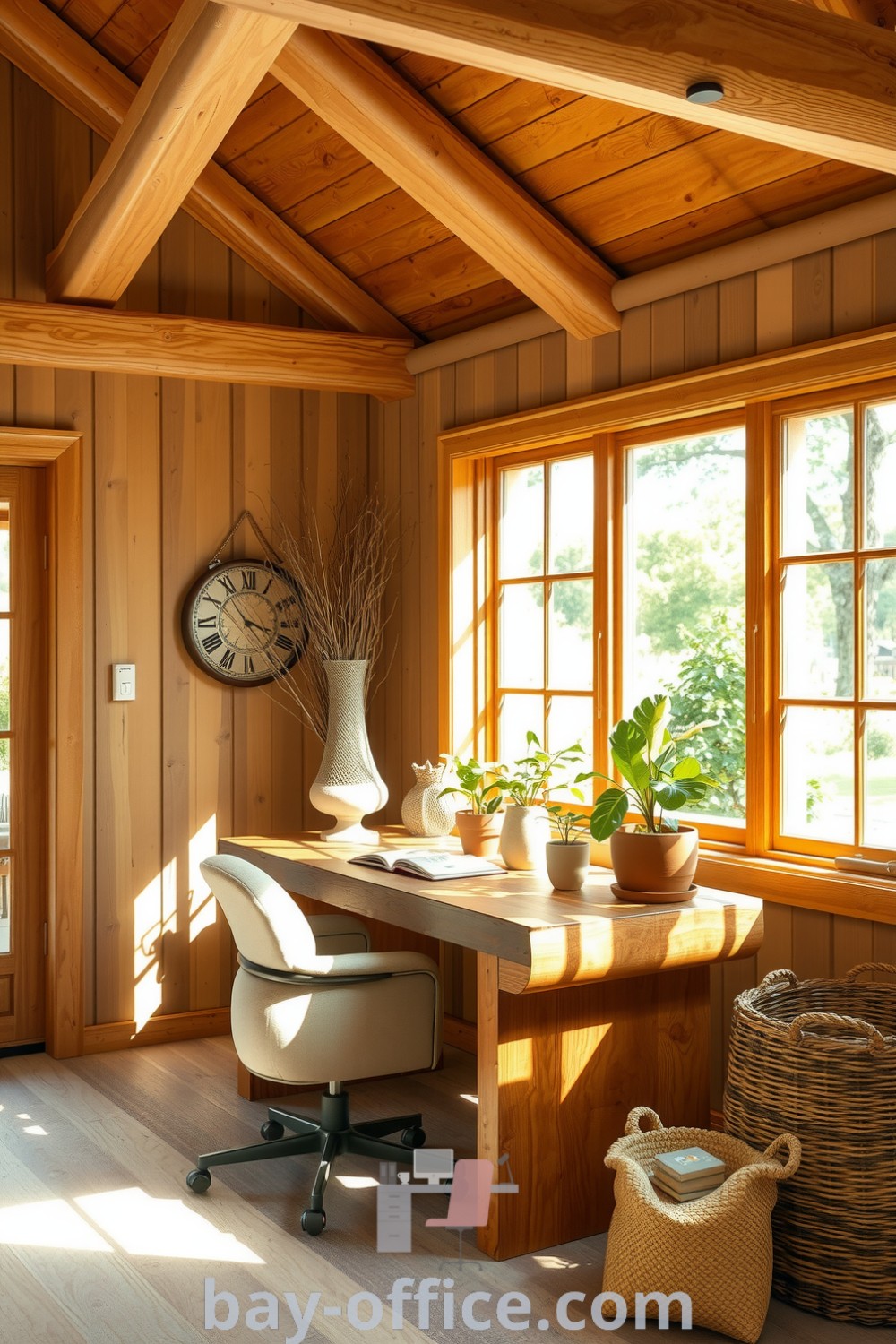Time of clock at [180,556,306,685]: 3:53
